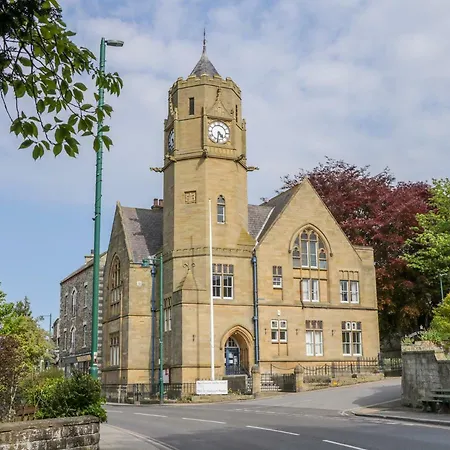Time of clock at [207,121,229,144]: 4:31
